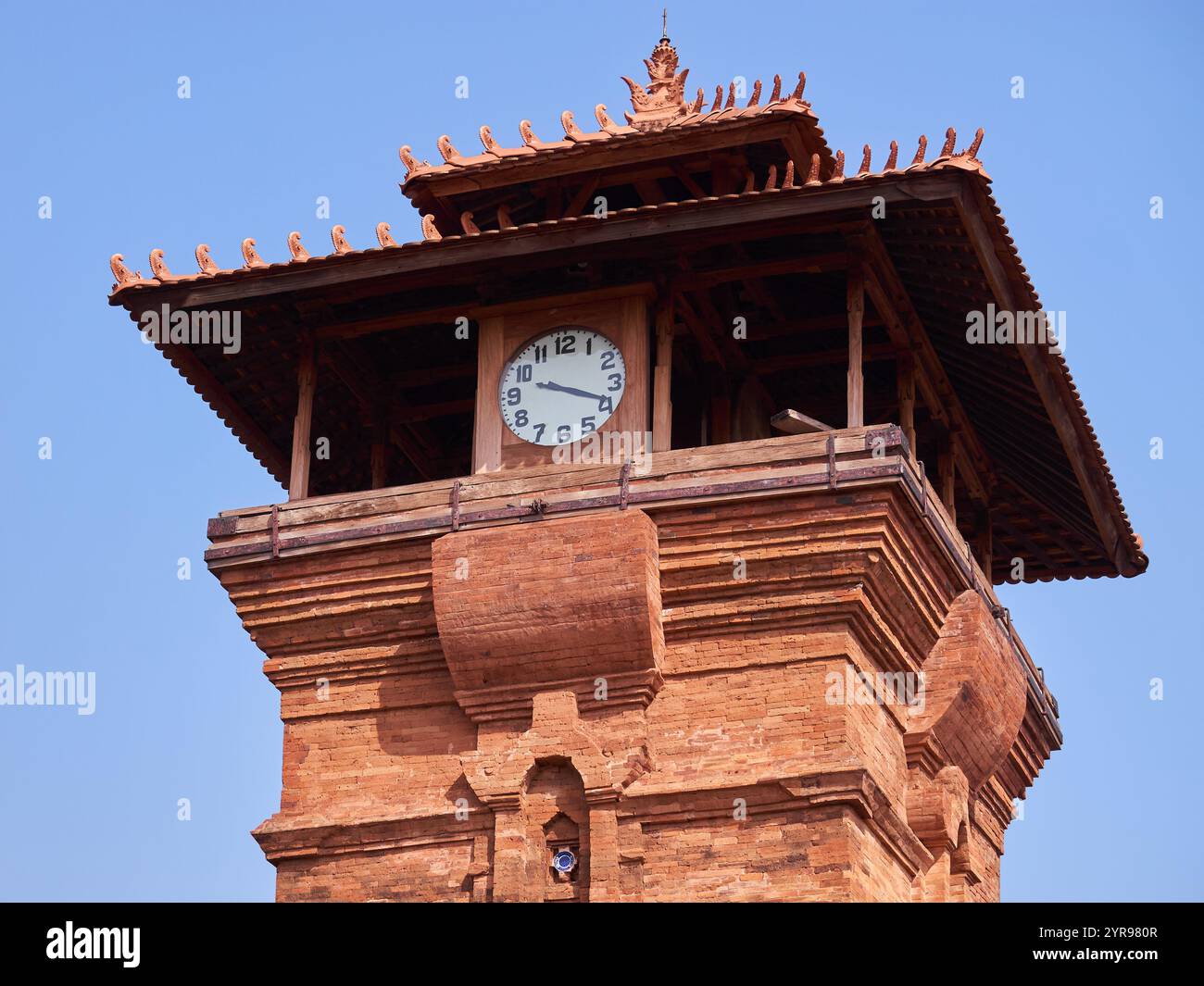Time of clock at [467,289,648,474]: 9:18
